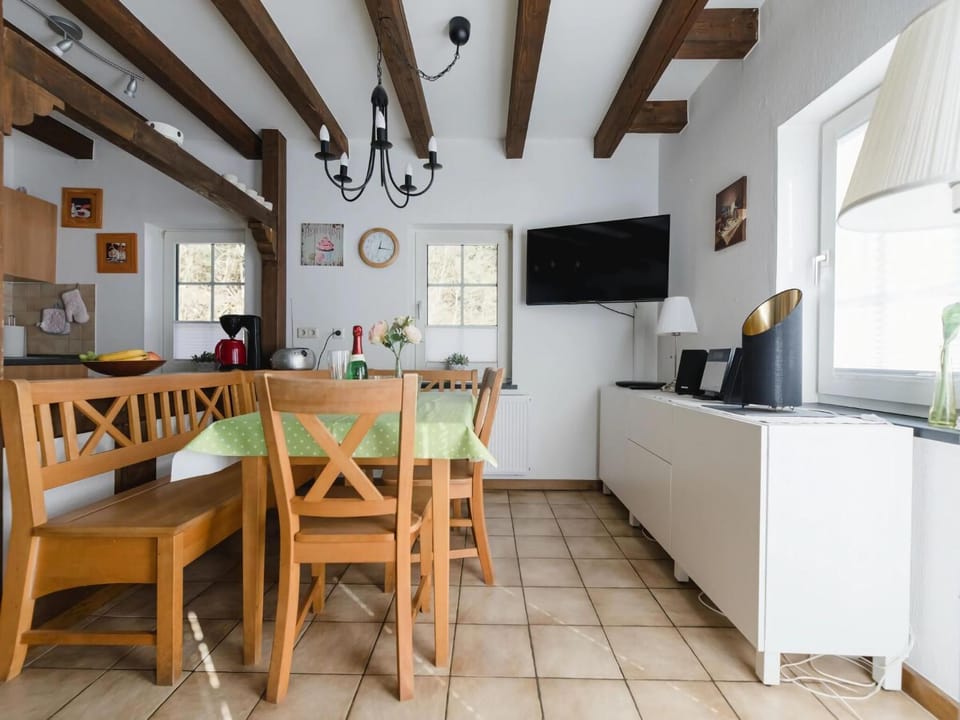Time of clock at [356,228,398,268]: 12:16
